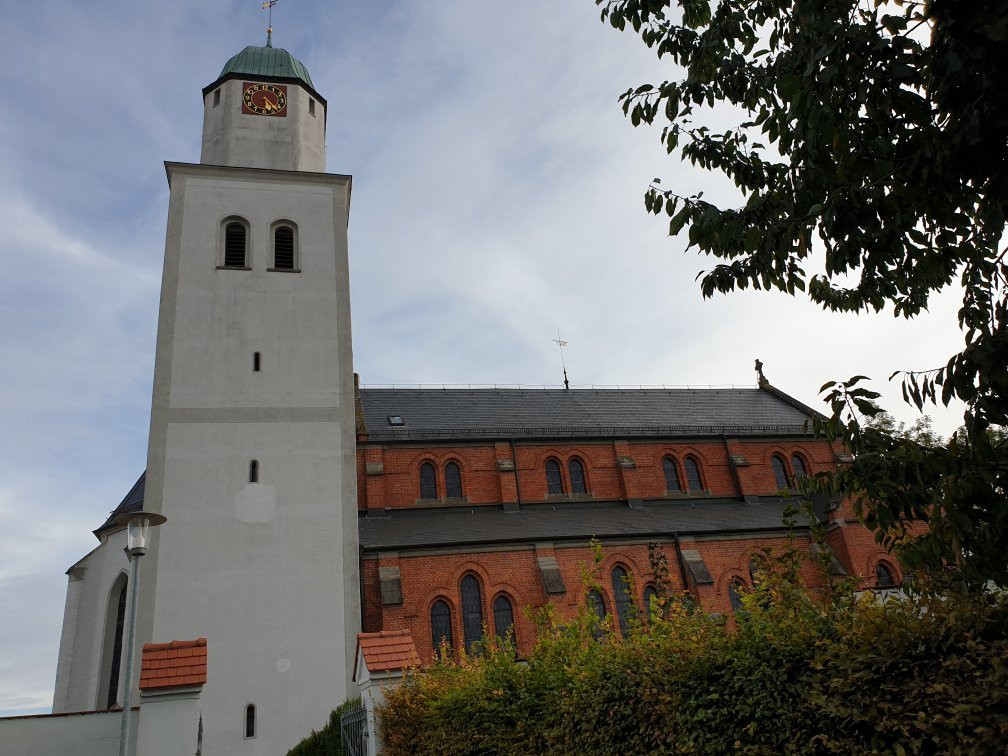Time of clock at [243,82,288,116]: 5:23
